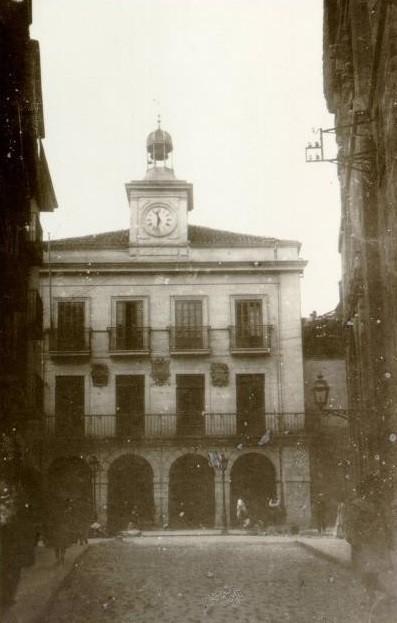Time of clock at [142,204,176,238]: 11:32
